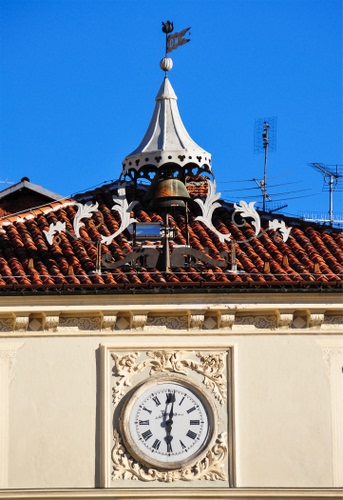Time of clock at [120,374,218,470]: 6:01
